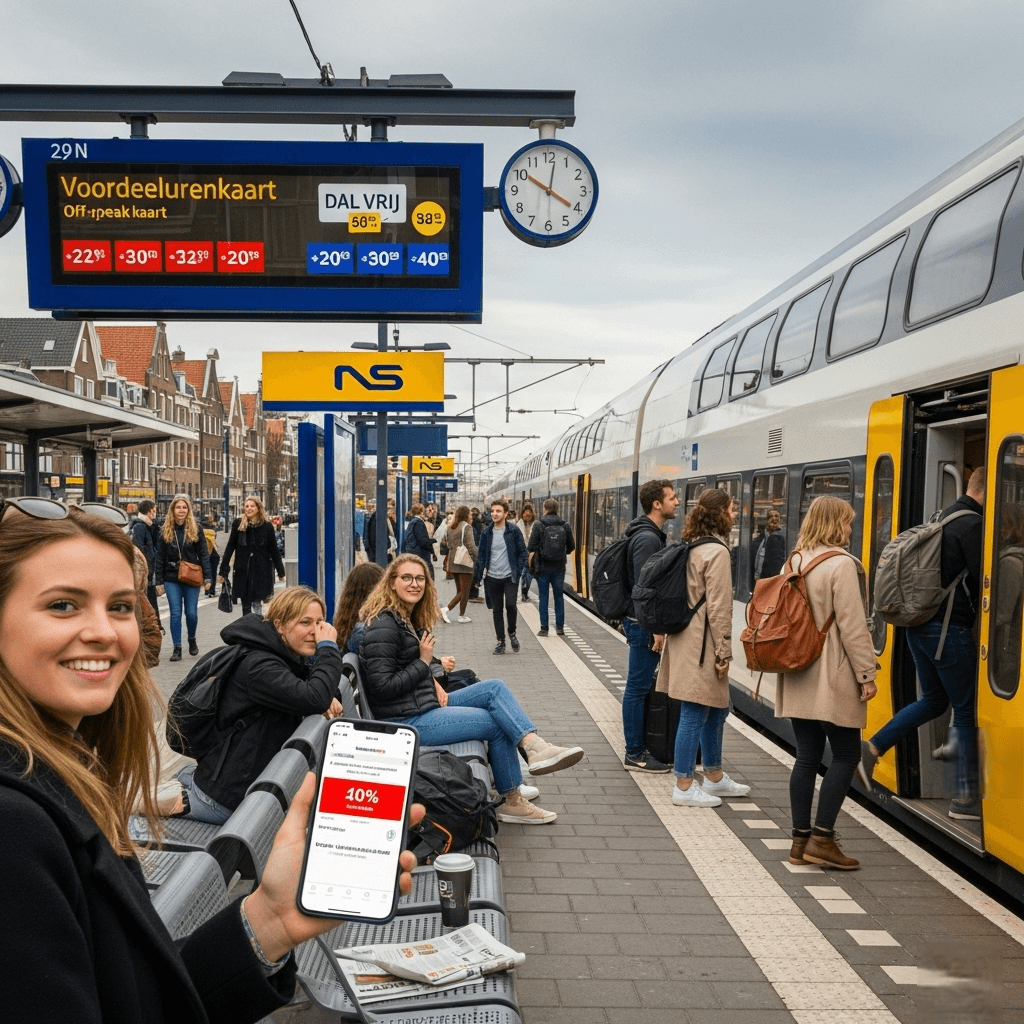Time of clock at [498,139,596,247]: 4:01
